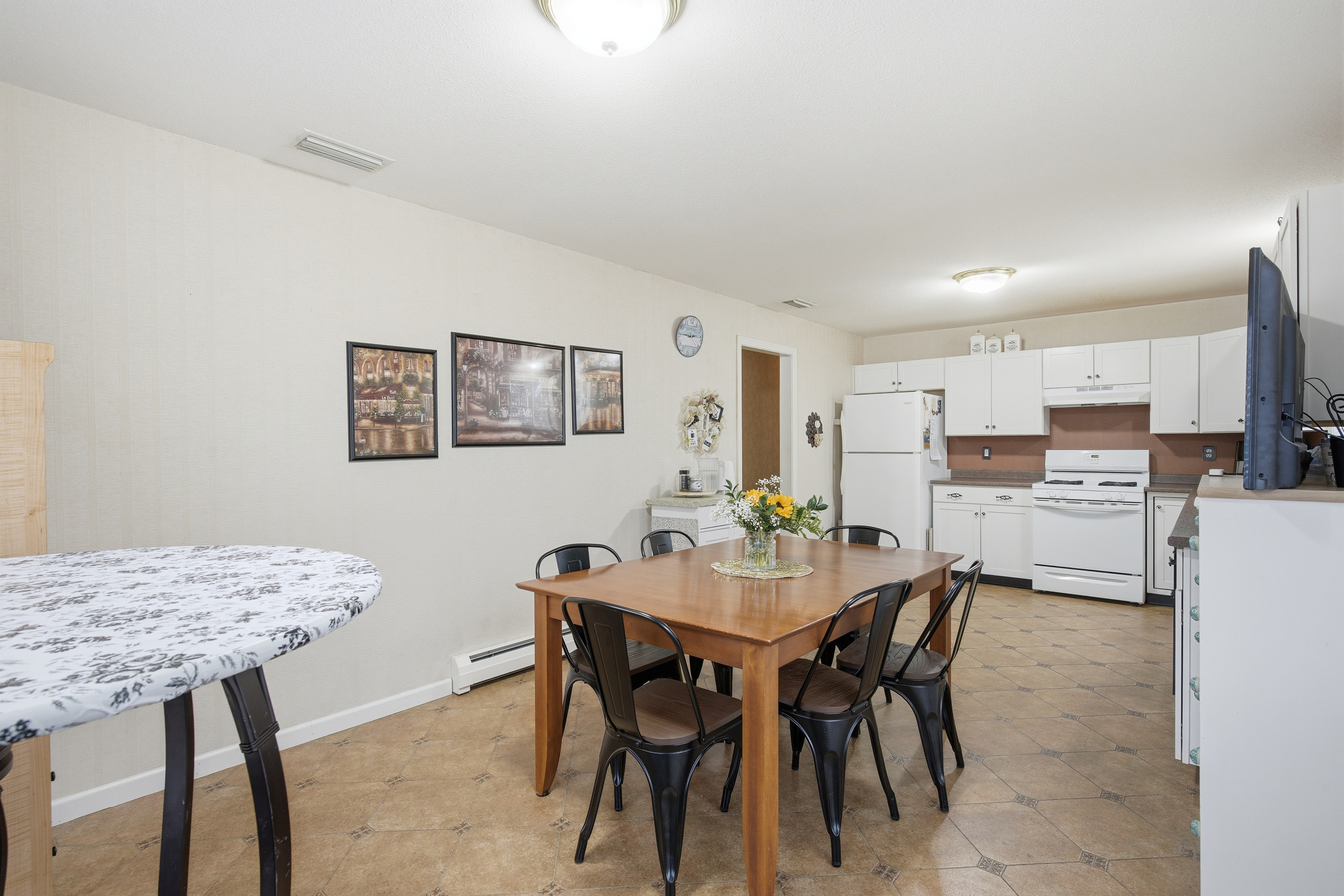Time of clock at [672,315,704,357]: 2:46
